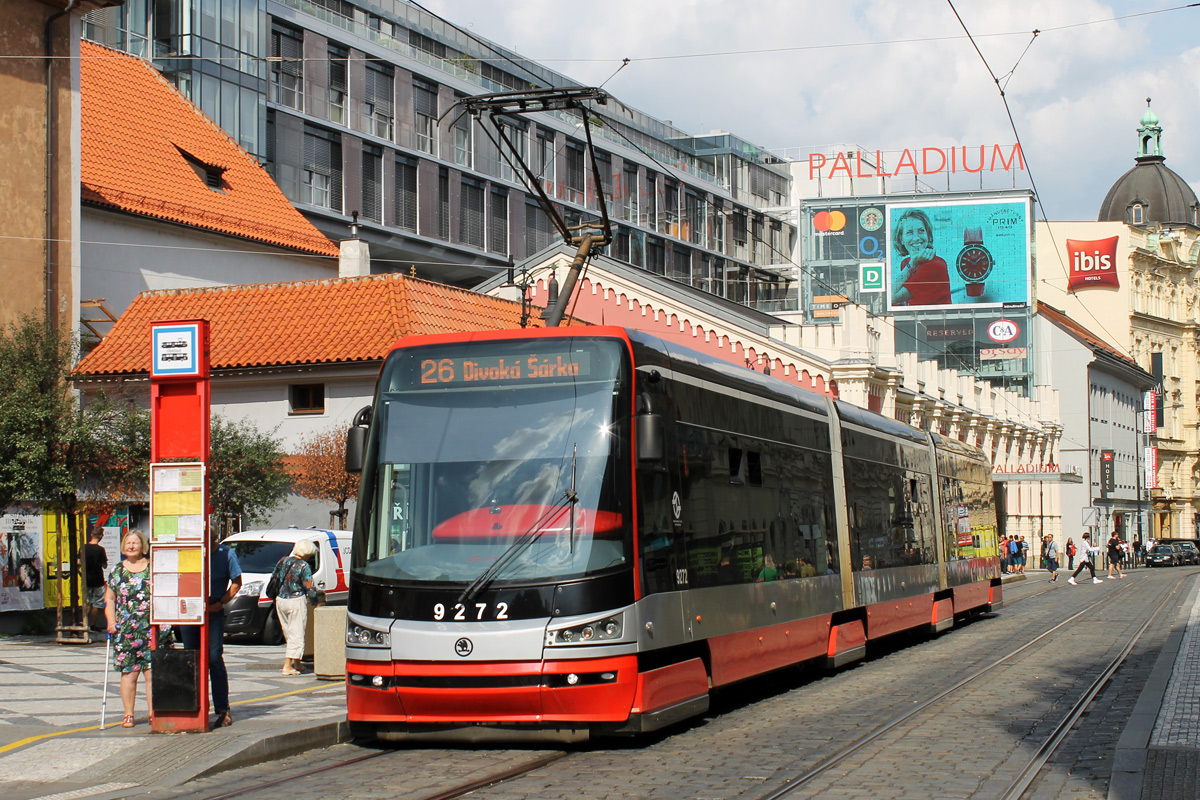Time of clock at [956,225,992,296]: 1:50
